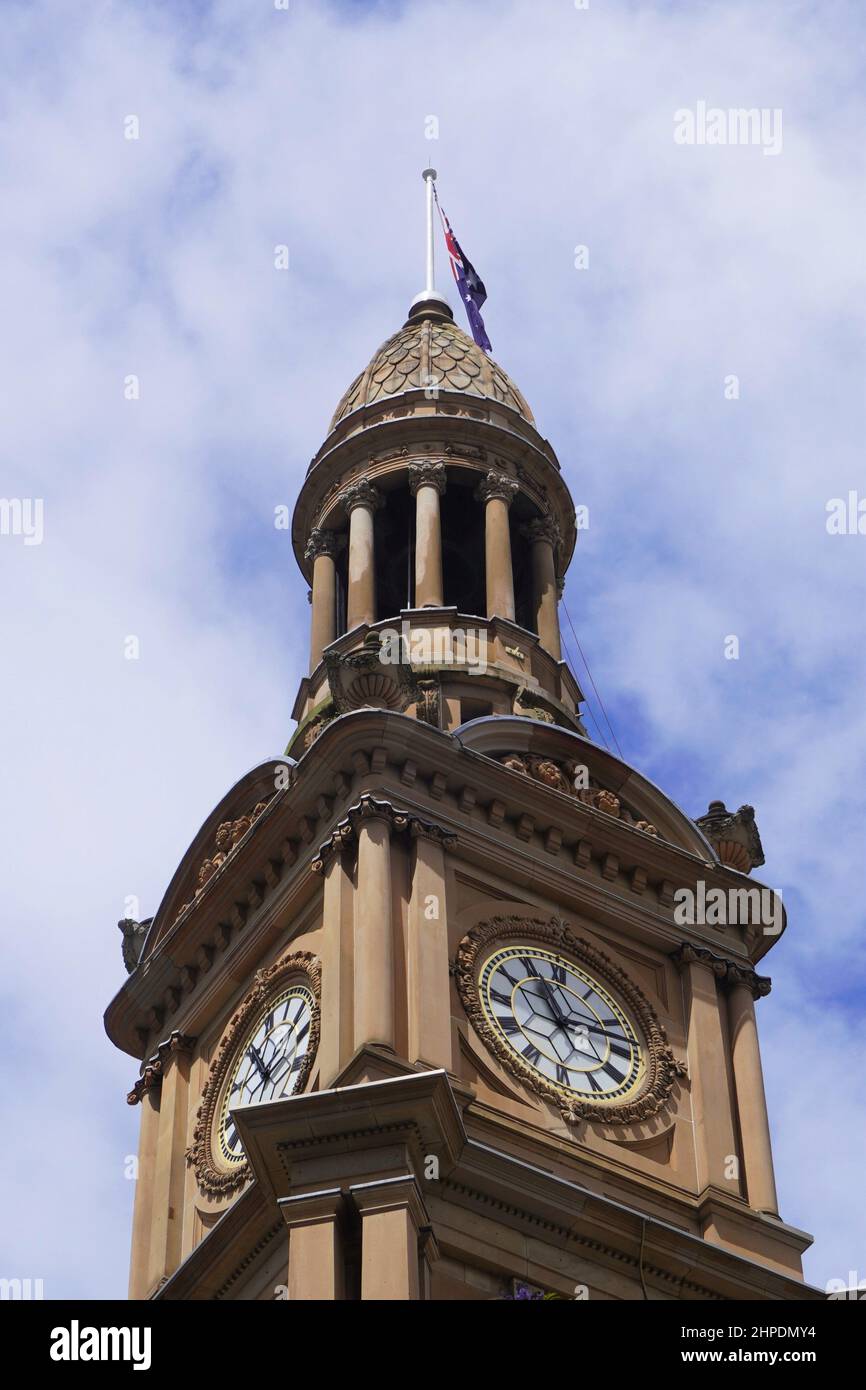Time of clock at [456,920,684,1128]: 11:12
